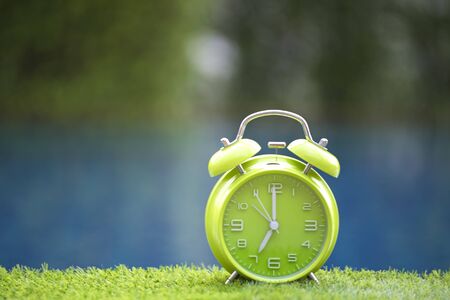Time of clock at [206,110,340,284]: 7:00
